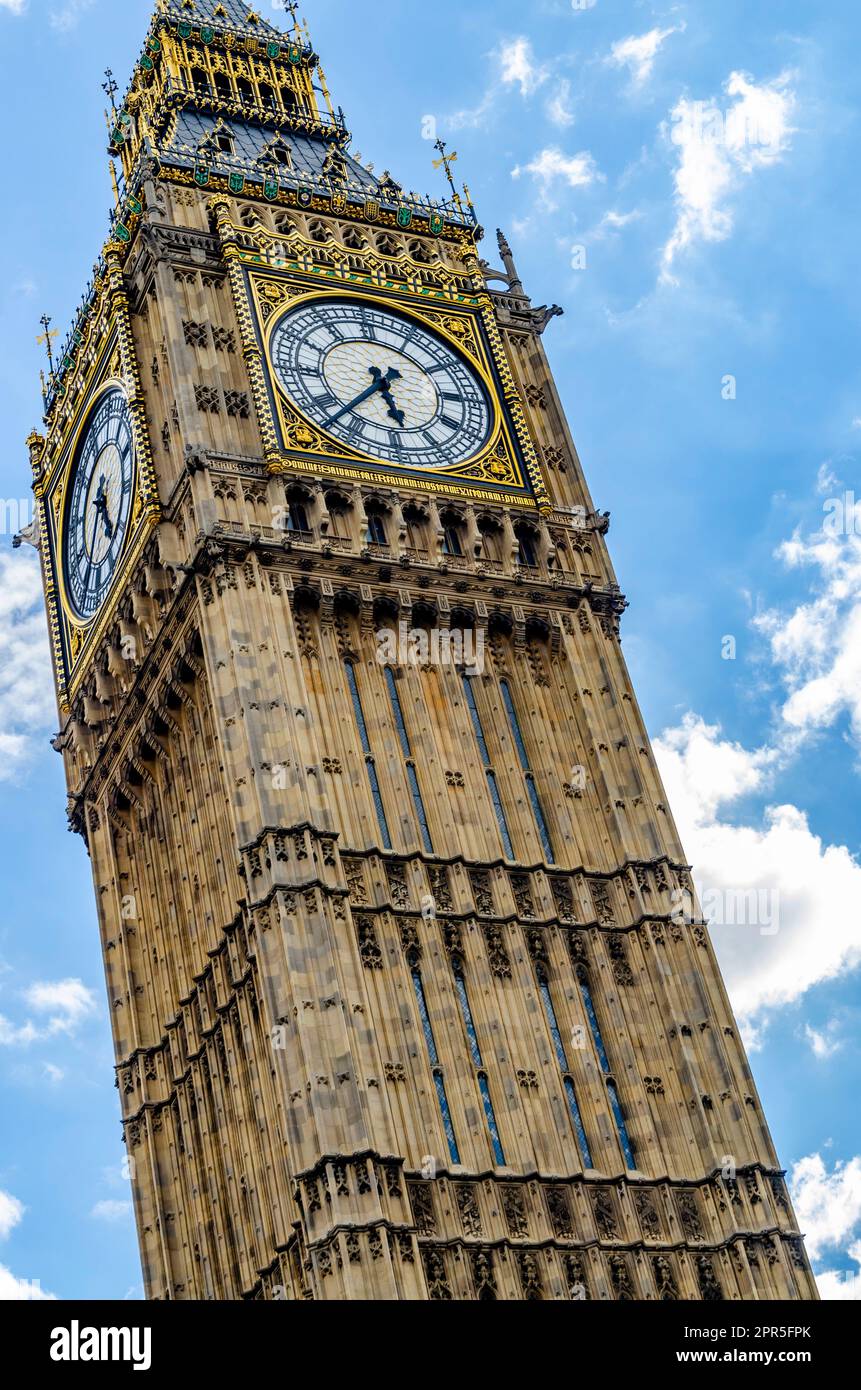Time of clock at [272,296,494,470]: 5:37
